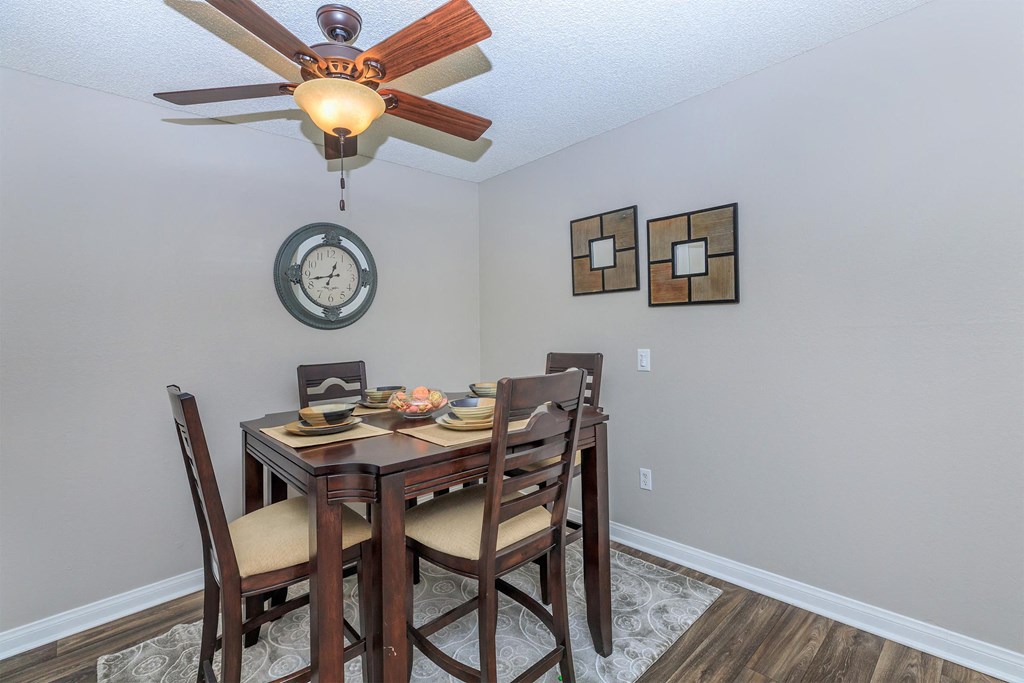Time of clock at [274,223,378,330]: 12:42
